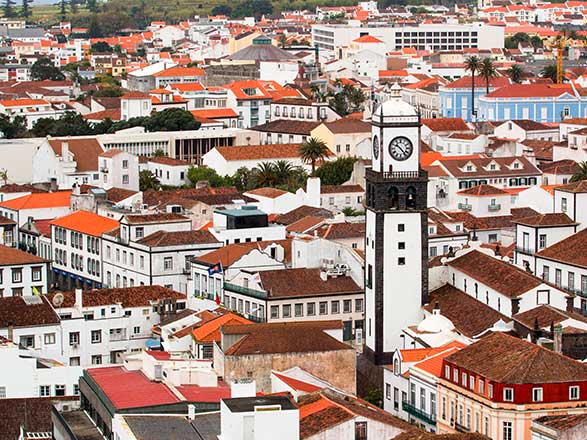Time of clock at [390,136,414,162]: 10:23
